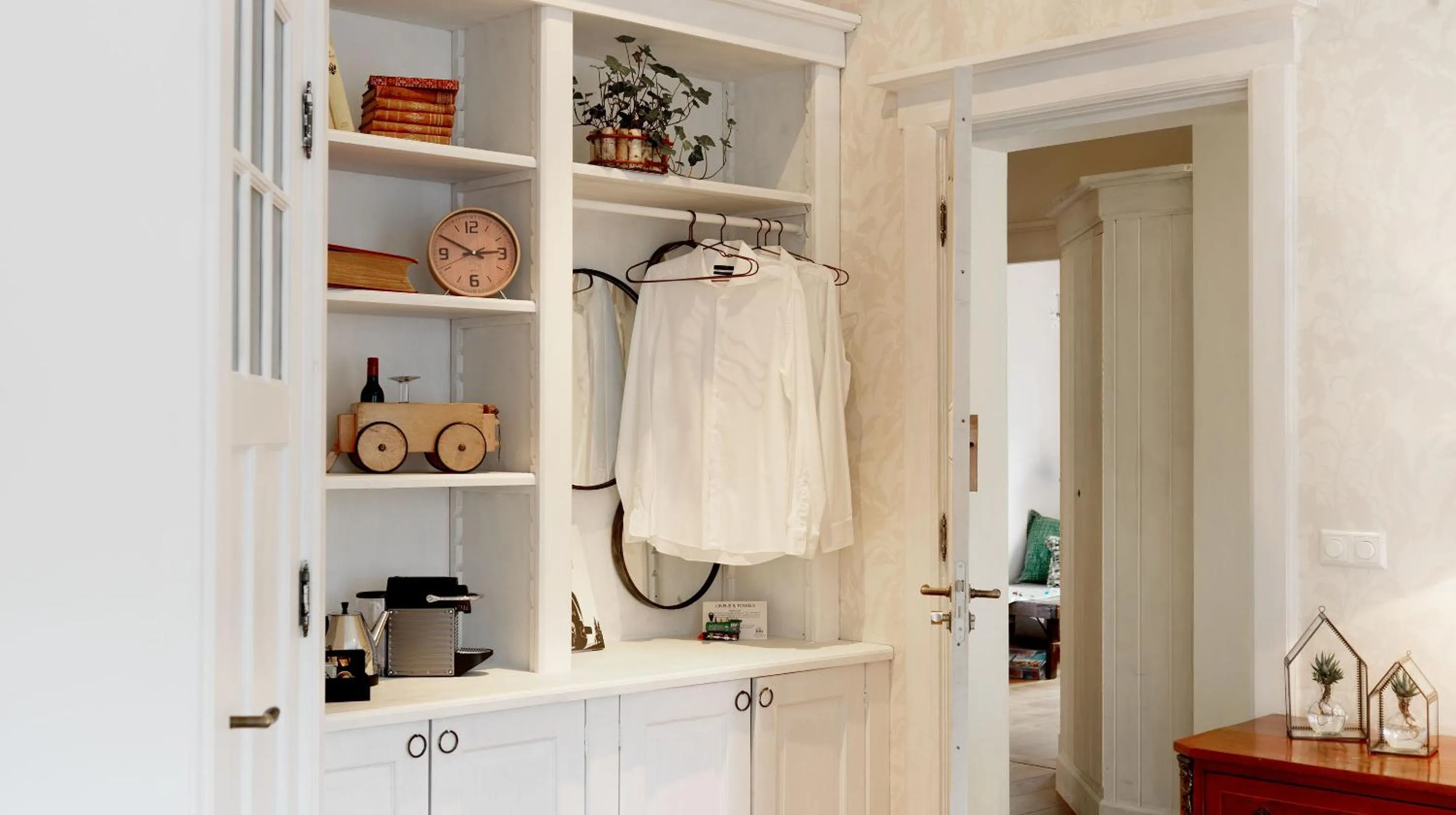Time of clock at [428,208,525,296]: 2:49
